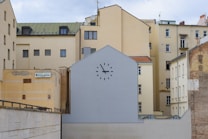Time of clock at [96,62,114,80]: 2:55
